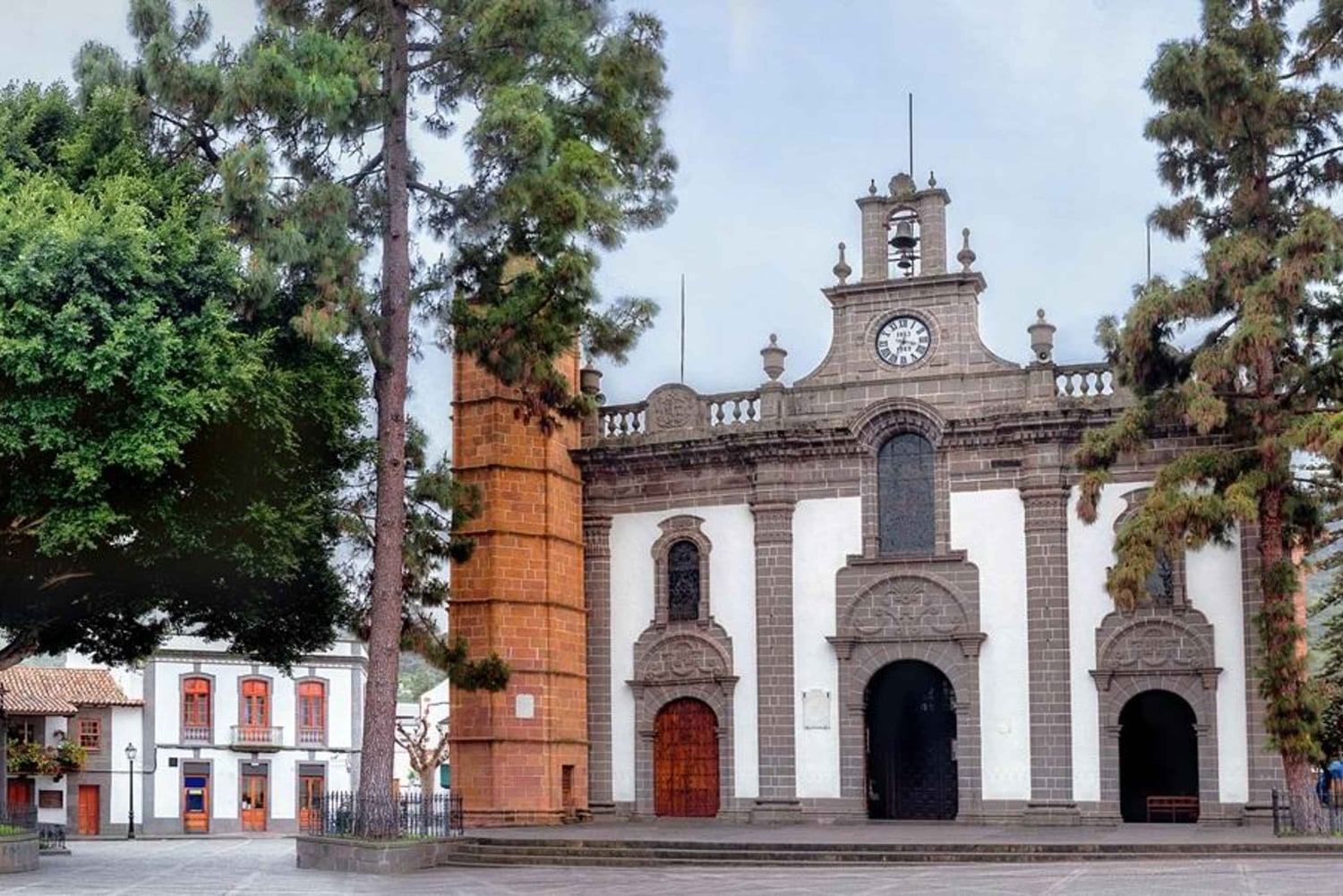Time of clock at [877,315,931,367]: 3:33
